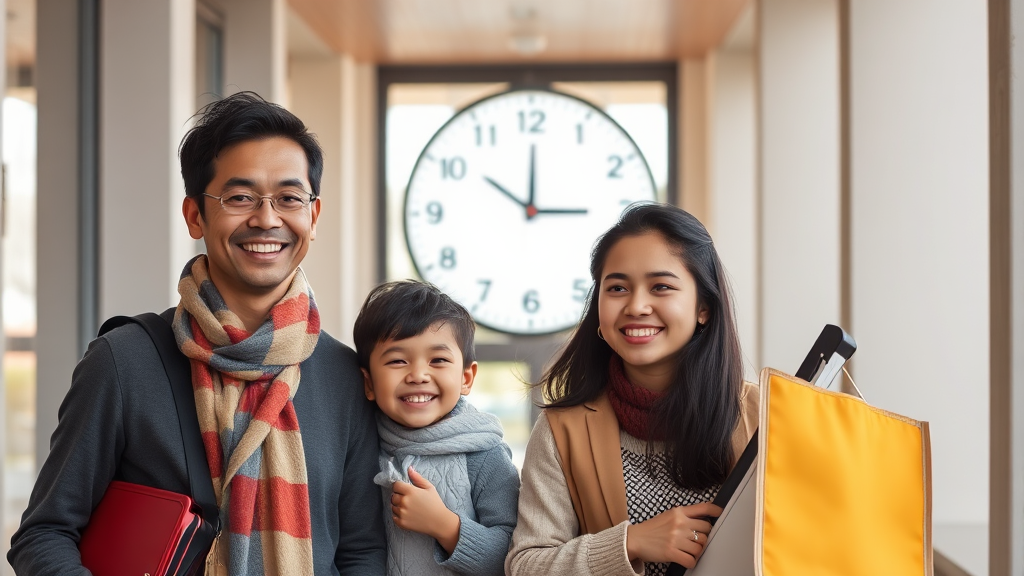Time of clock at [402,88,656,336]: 3:00
